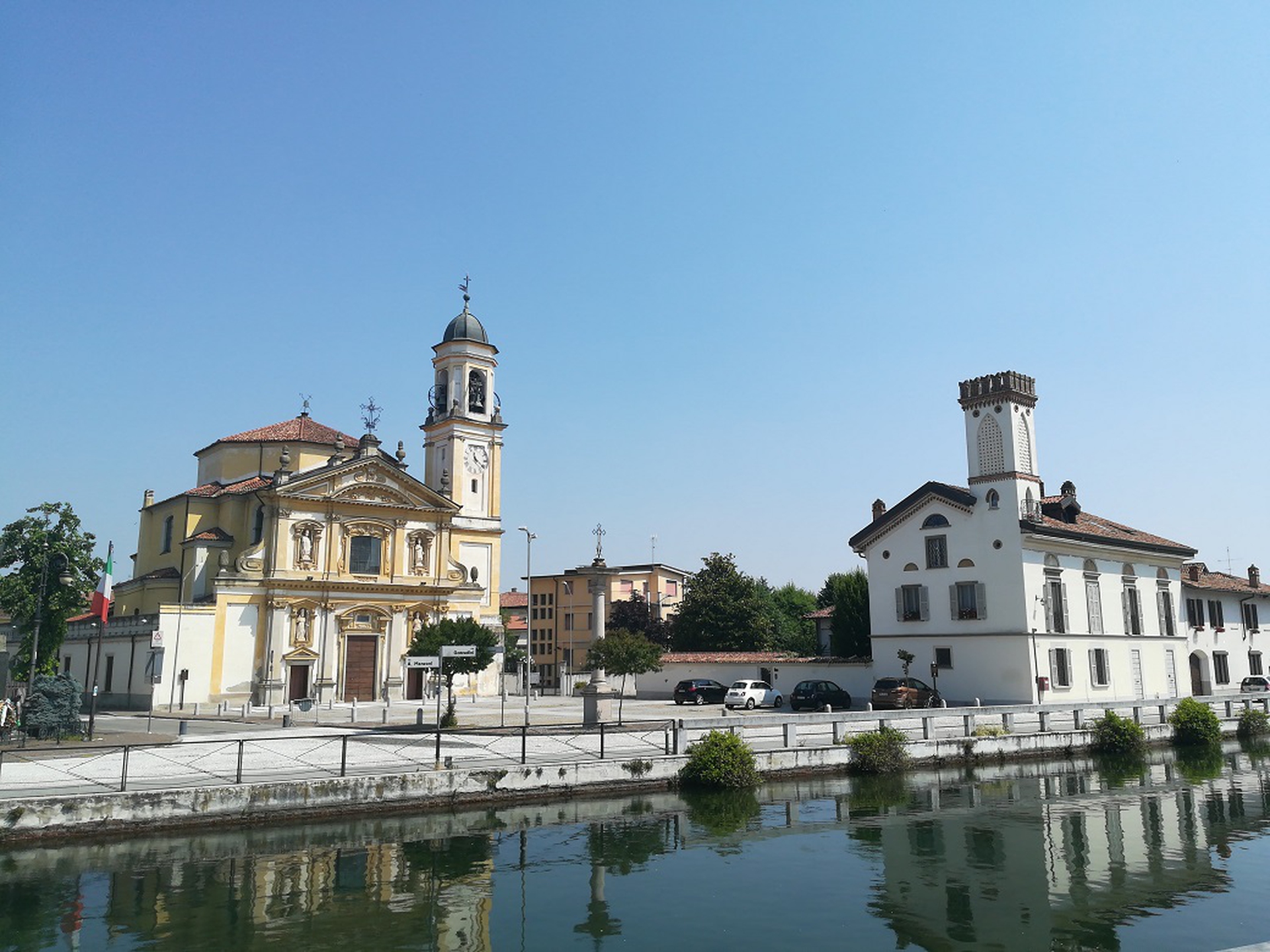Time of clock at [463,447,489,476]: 11:21
